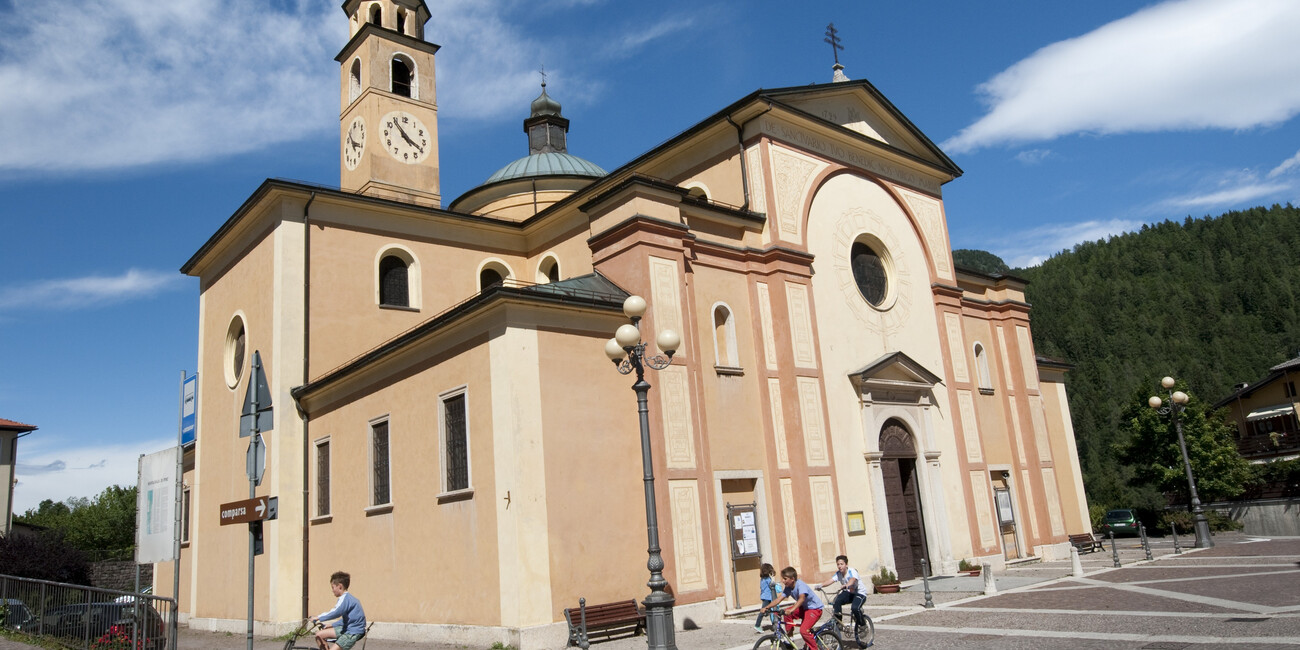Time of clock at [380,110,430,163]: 3:53
